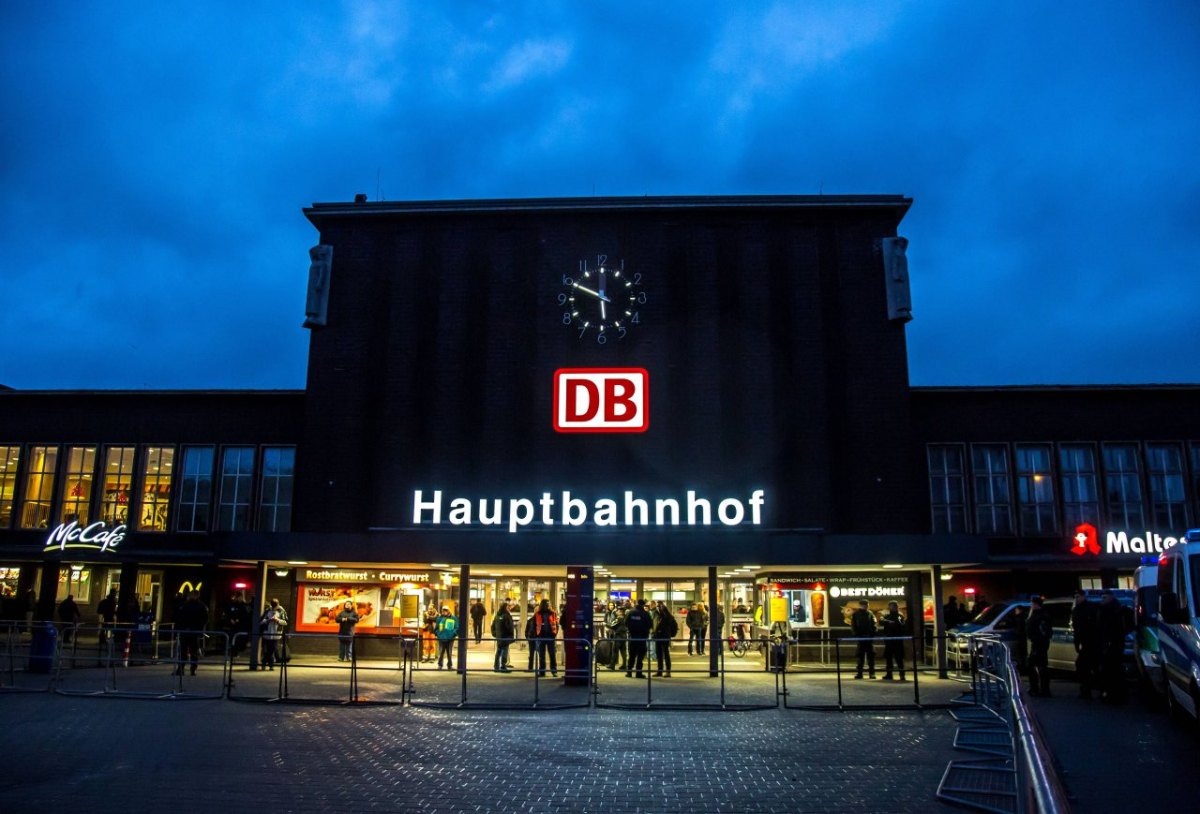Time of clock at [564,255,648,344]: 5:49
